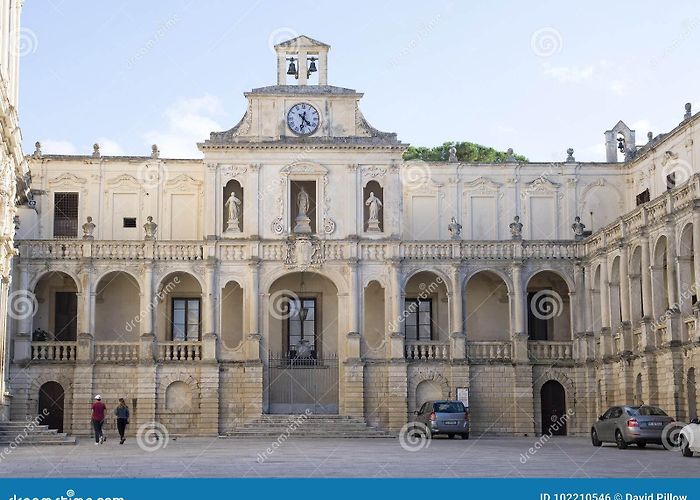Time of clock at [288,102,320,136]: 4:31
